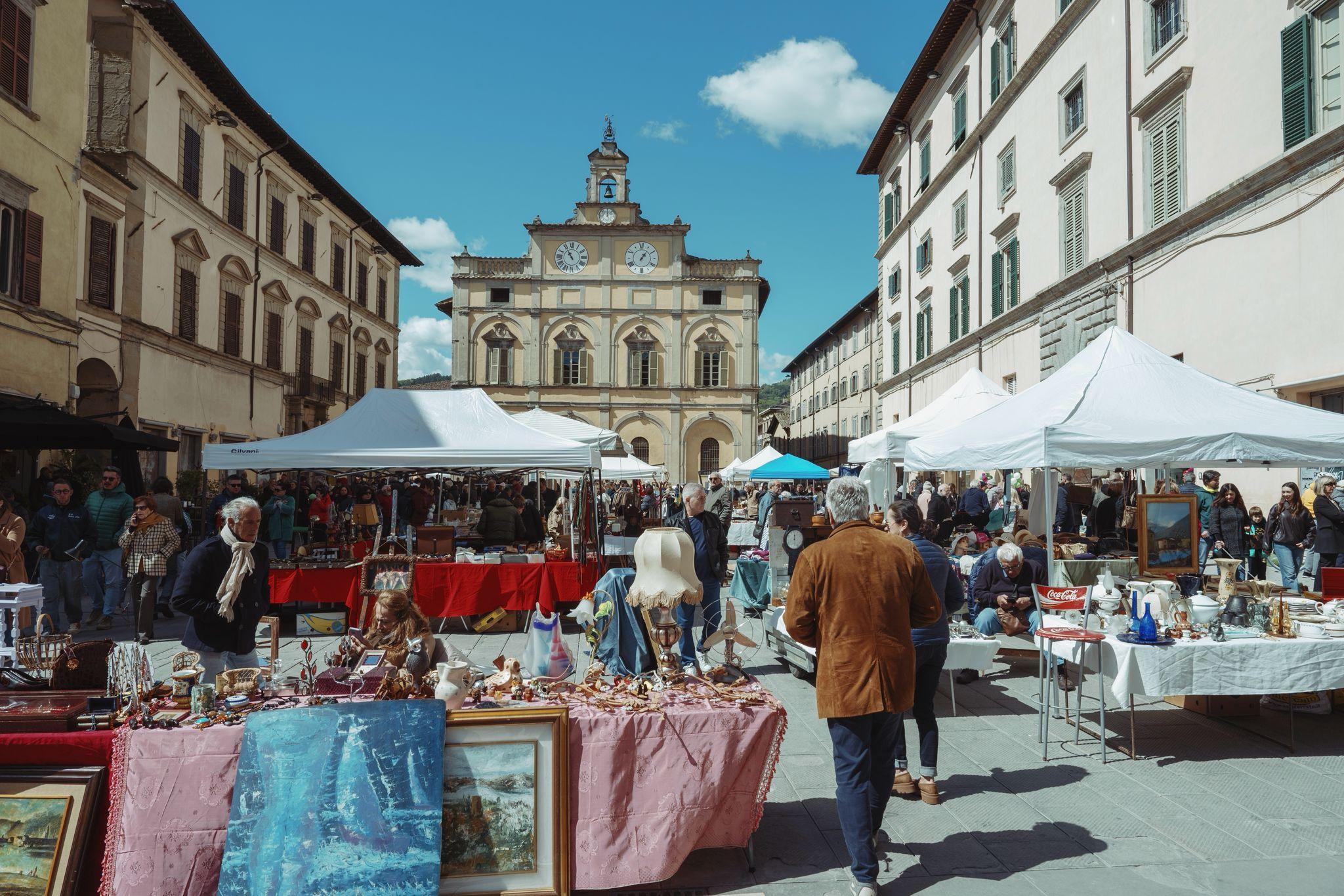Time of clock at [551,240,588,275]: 10:54
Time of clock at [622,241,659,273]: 1:06
